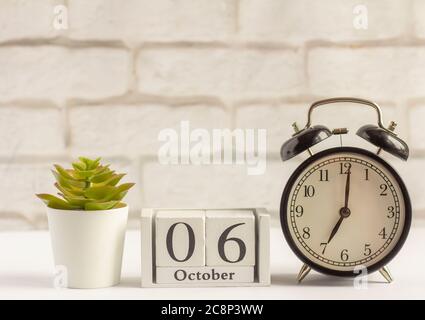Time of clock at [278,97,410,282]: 7:01
